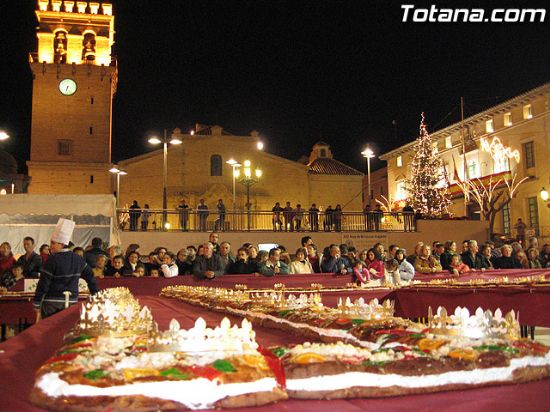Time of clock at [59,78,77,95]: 6:32
